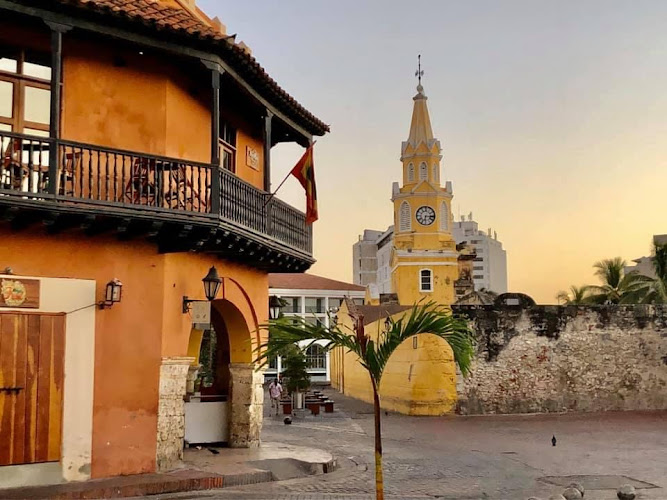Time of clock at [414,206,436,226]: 6:15
